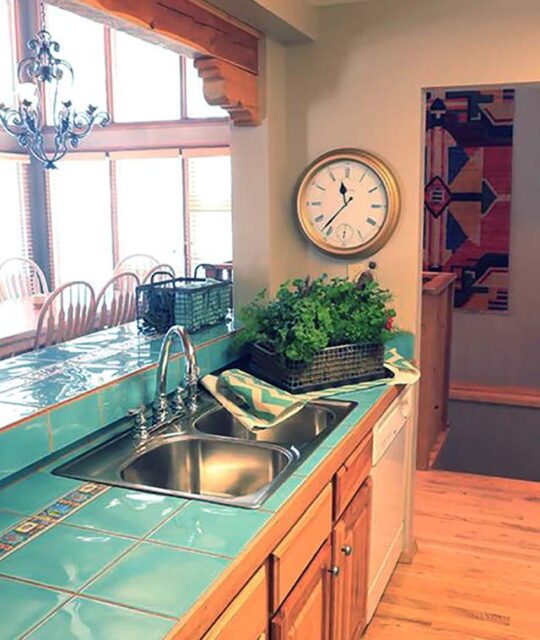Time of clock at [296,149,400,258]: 11:36
